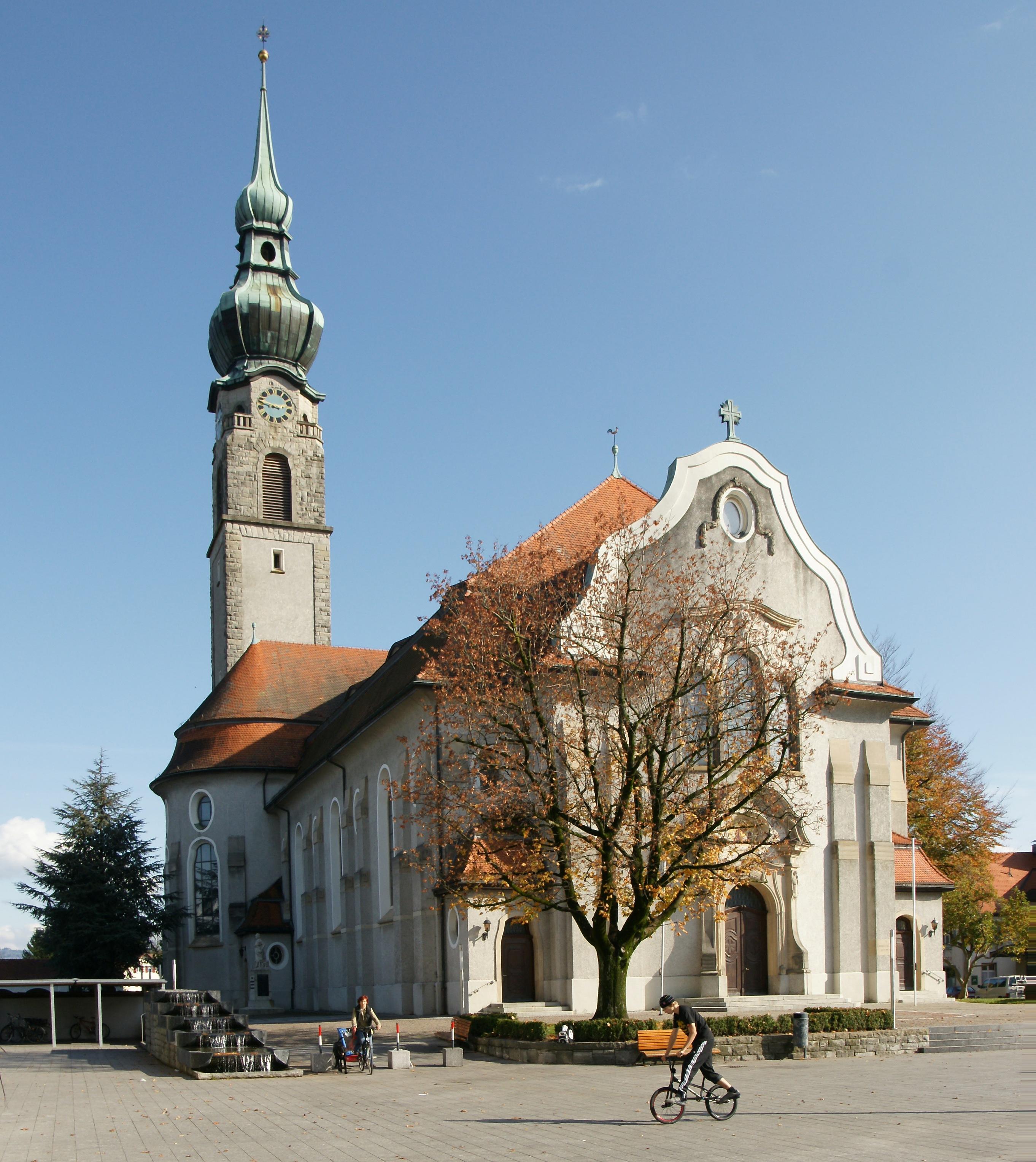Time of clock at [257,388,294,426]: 8:47
